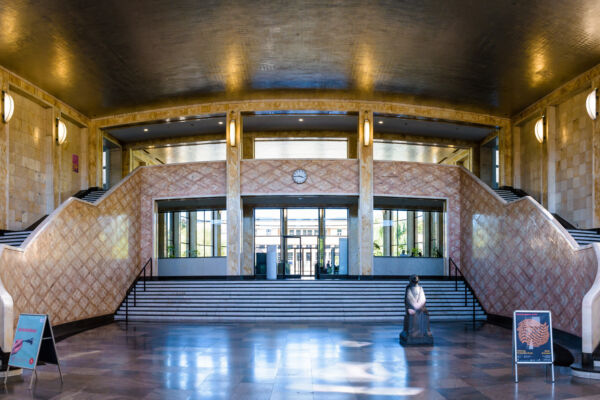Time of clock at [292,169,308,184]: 3:45
